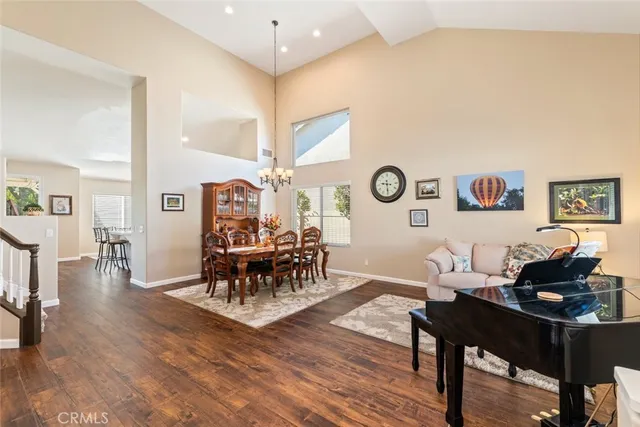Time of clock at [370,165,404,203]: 9:29
